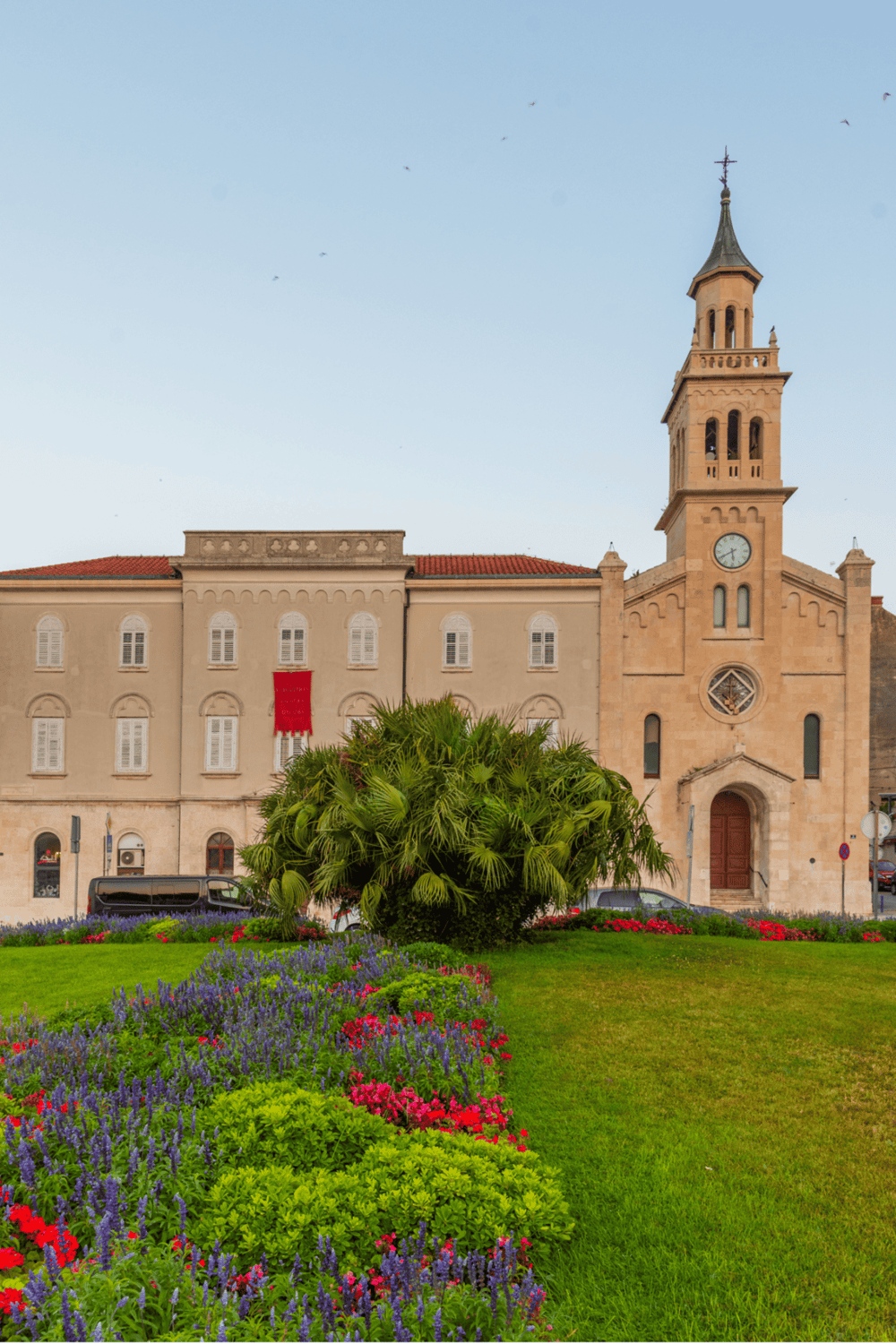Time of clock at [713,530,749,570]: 5:40
